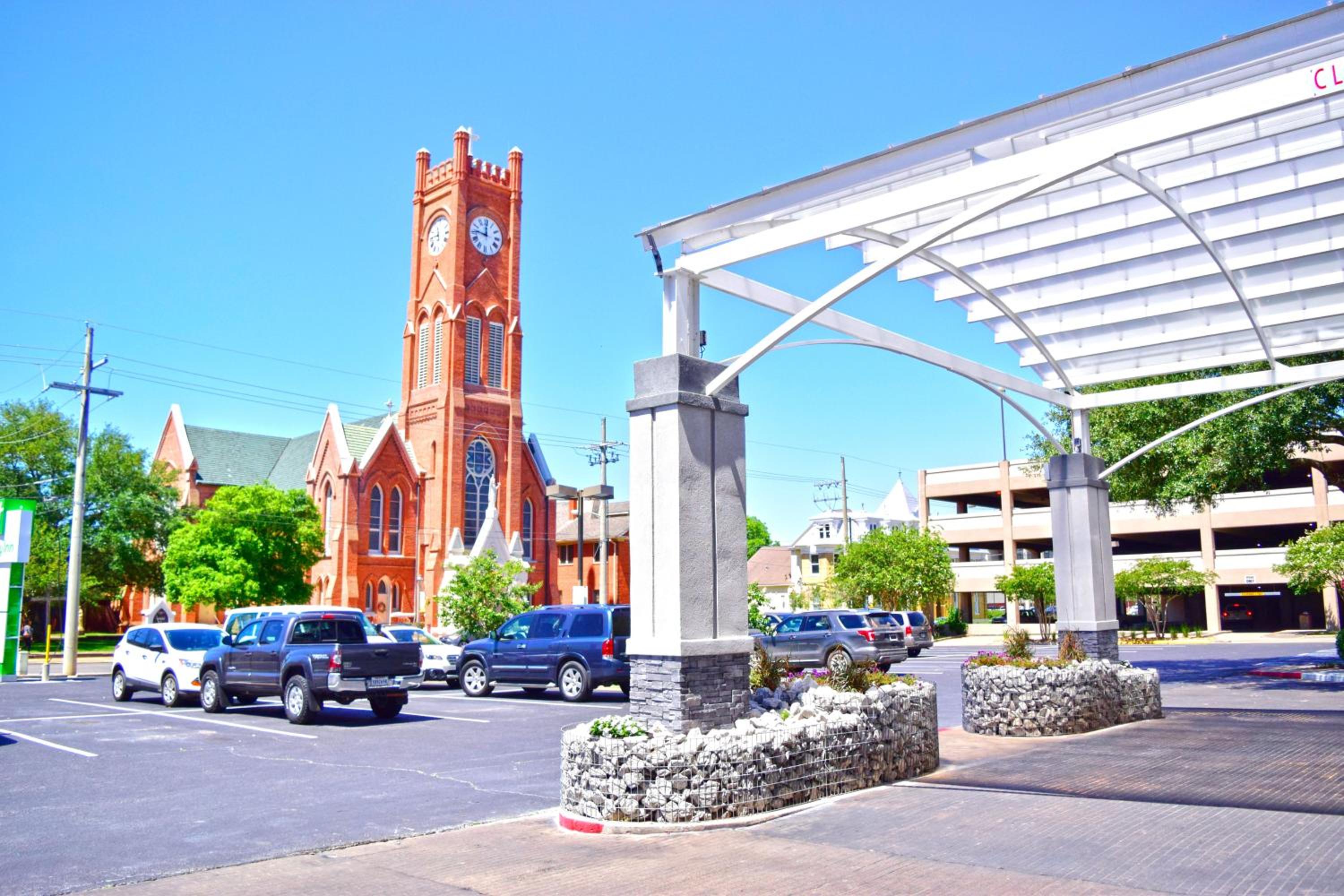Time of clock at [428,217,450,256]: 11:45
